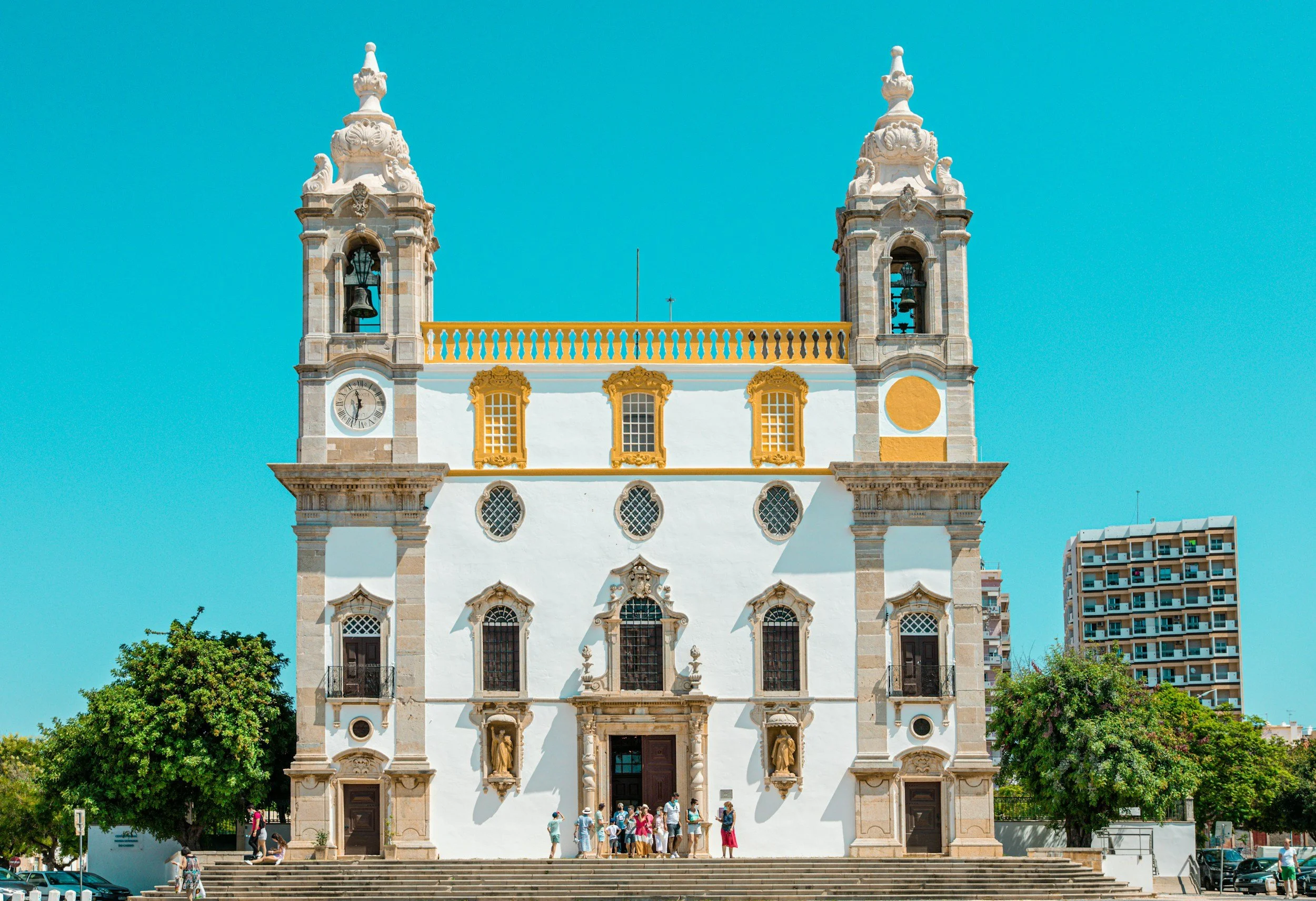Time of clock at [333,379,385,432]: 11:32
